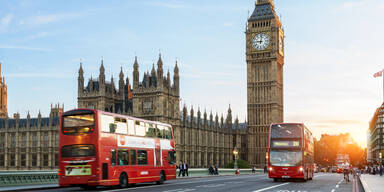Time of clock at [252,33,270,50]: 9:01
